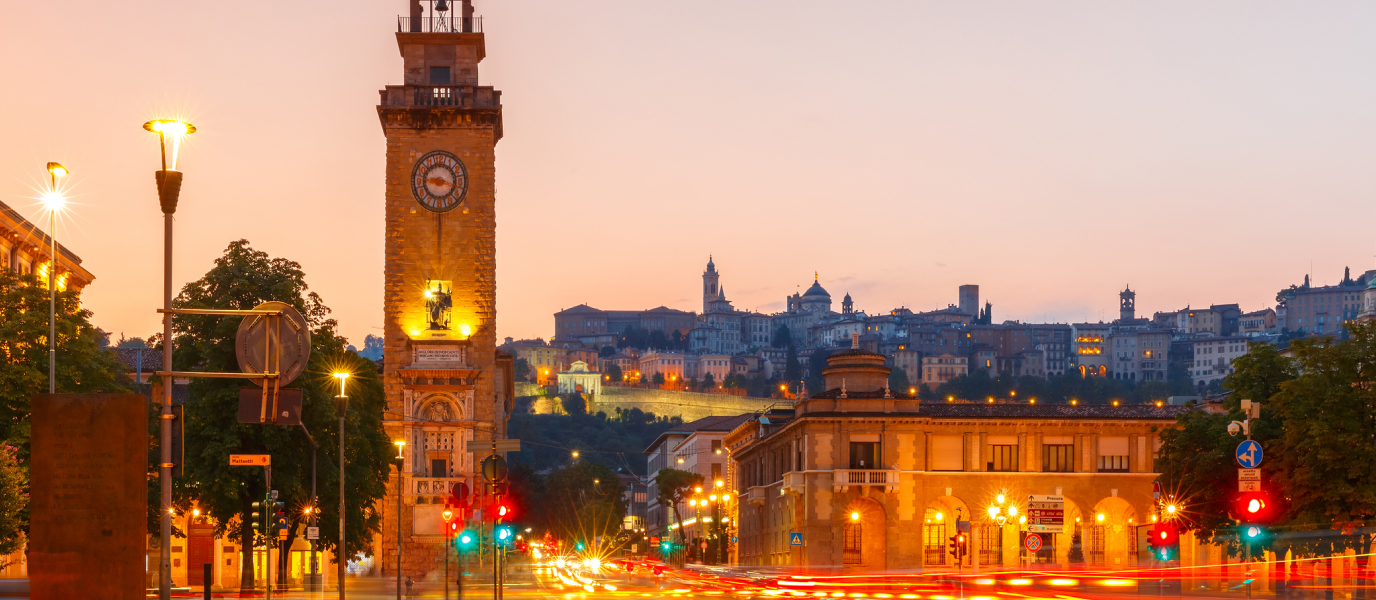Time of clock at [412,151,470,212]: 9:18
